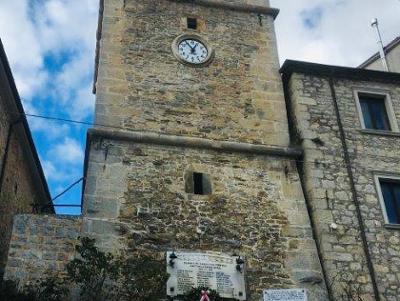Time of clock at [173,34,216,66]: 12:55
